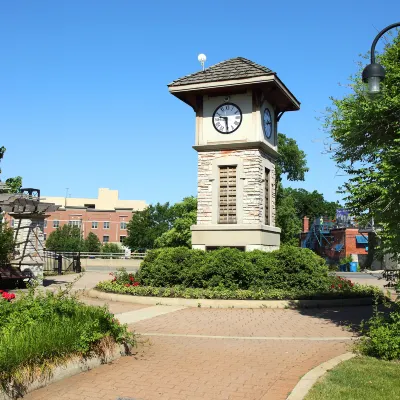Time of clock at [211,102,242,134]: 9:28
